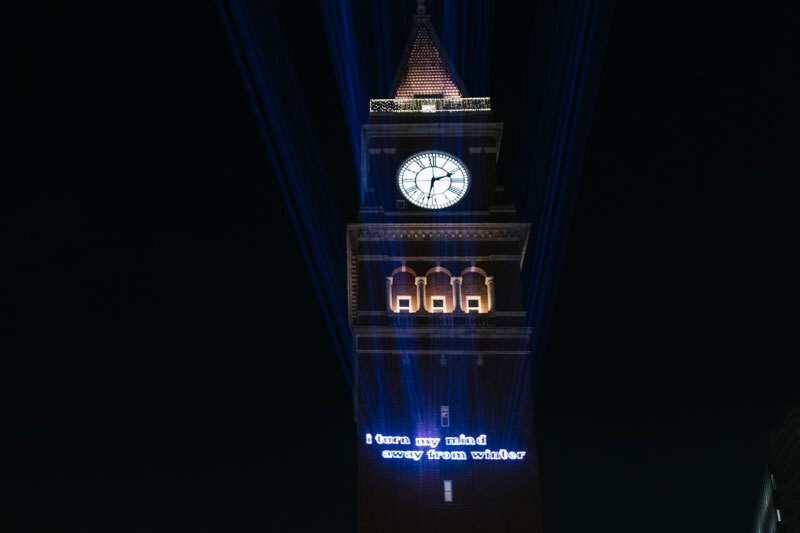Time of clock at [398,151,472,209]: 2:32
